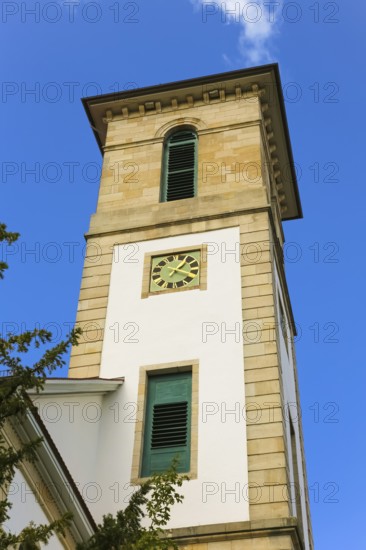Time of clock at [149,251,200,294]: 1:19
